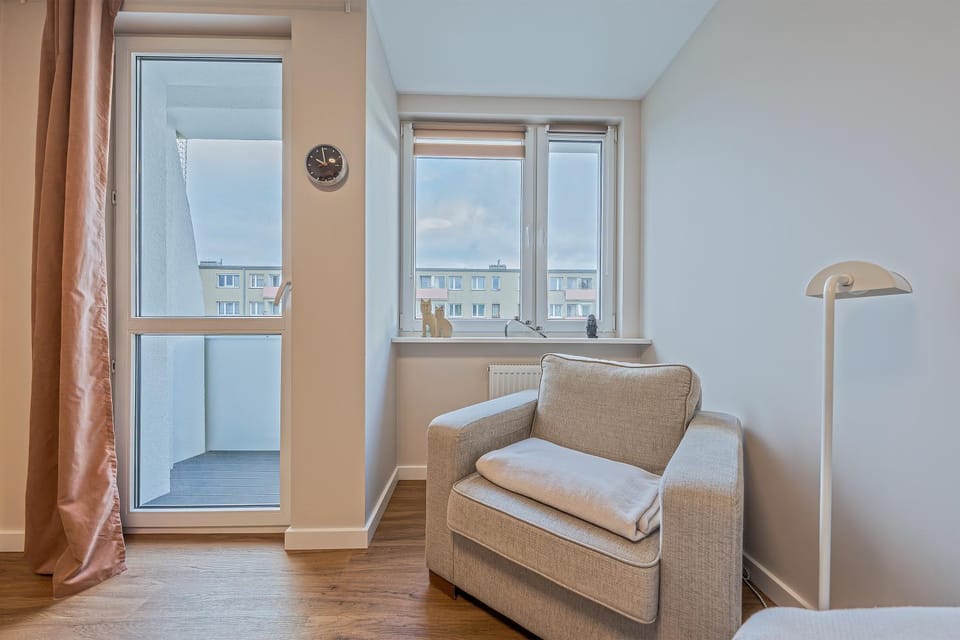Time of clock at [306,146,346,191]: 9:58
